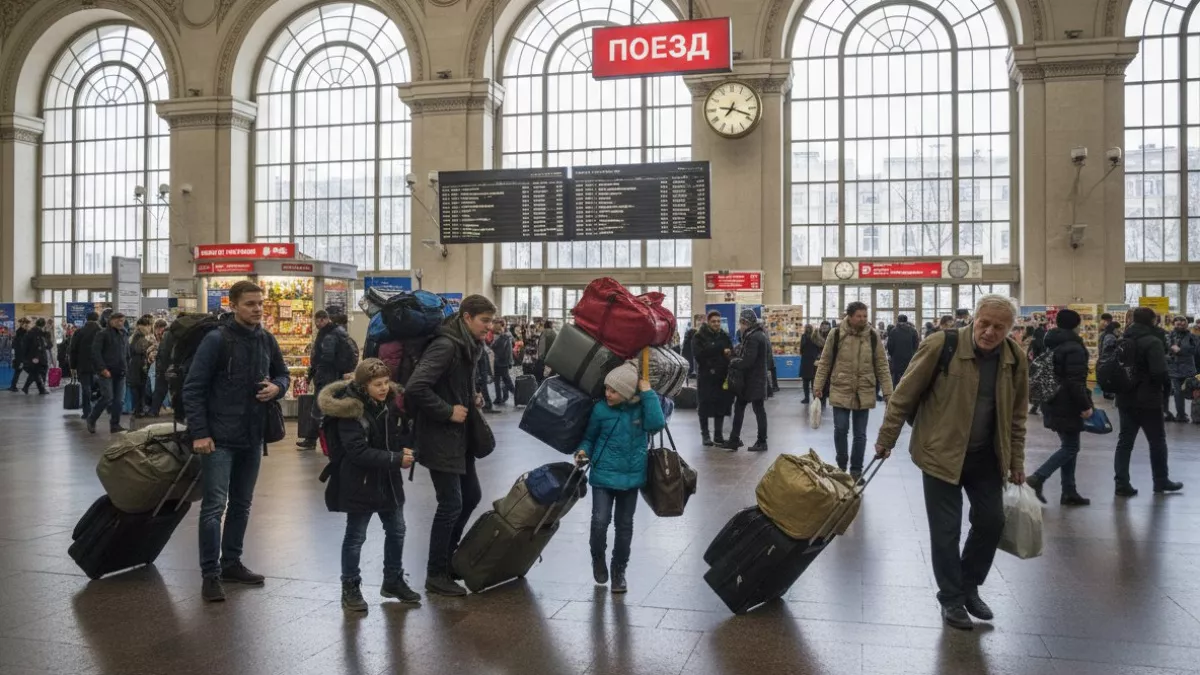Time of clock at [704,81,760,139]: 7:18
